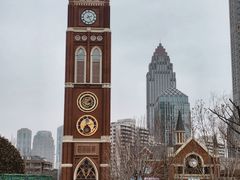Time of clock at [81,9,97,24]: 2:24
